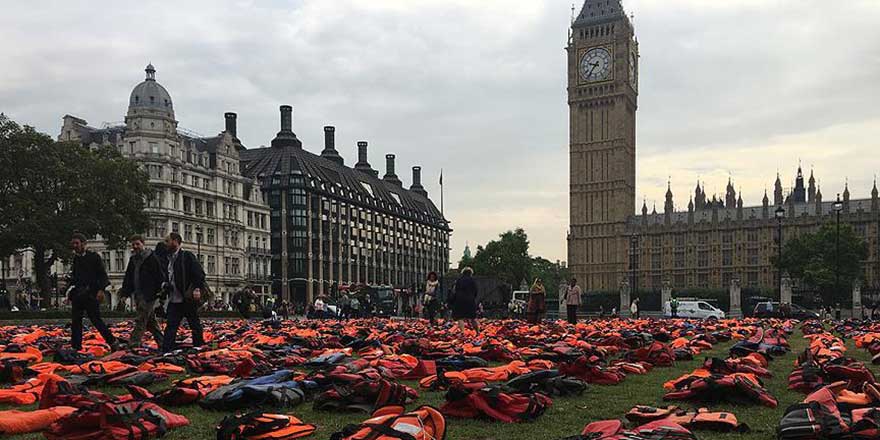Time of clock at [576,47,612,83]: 9:36
